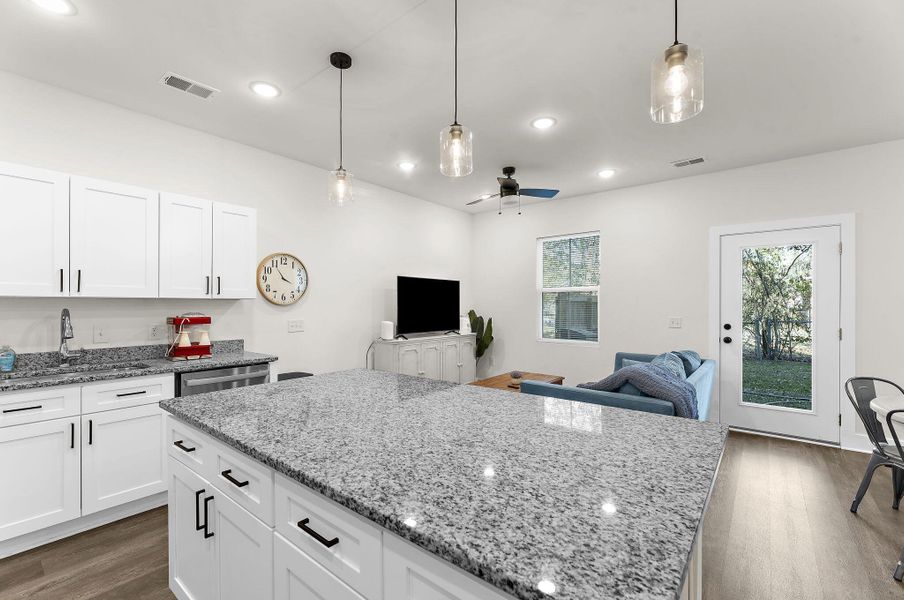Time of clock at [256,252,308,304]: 3:54
